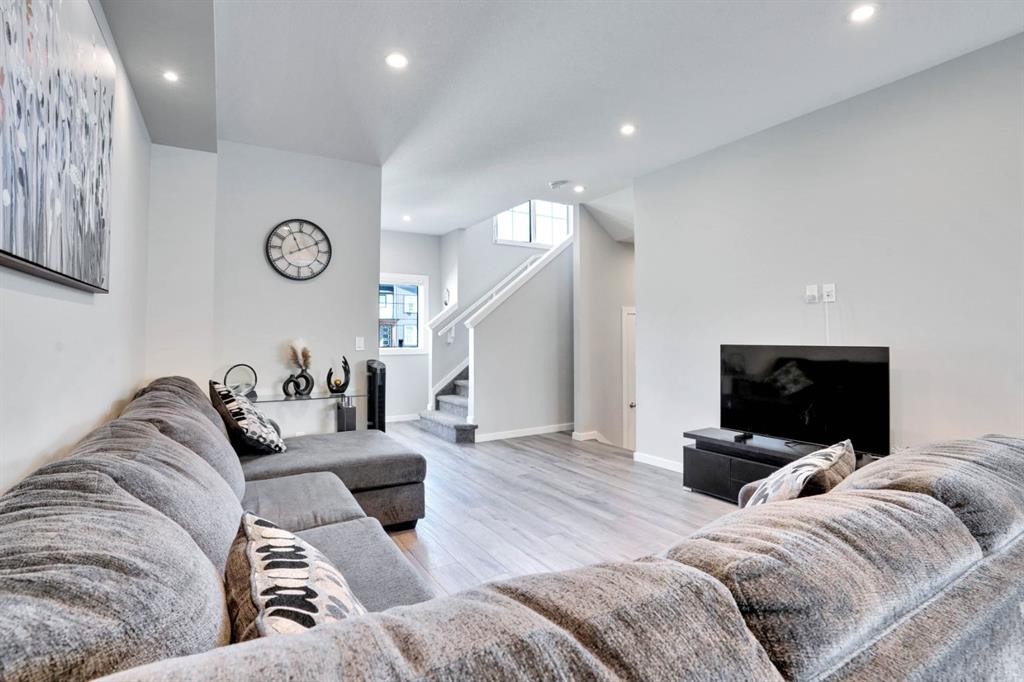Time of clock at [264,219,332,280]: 11:10
